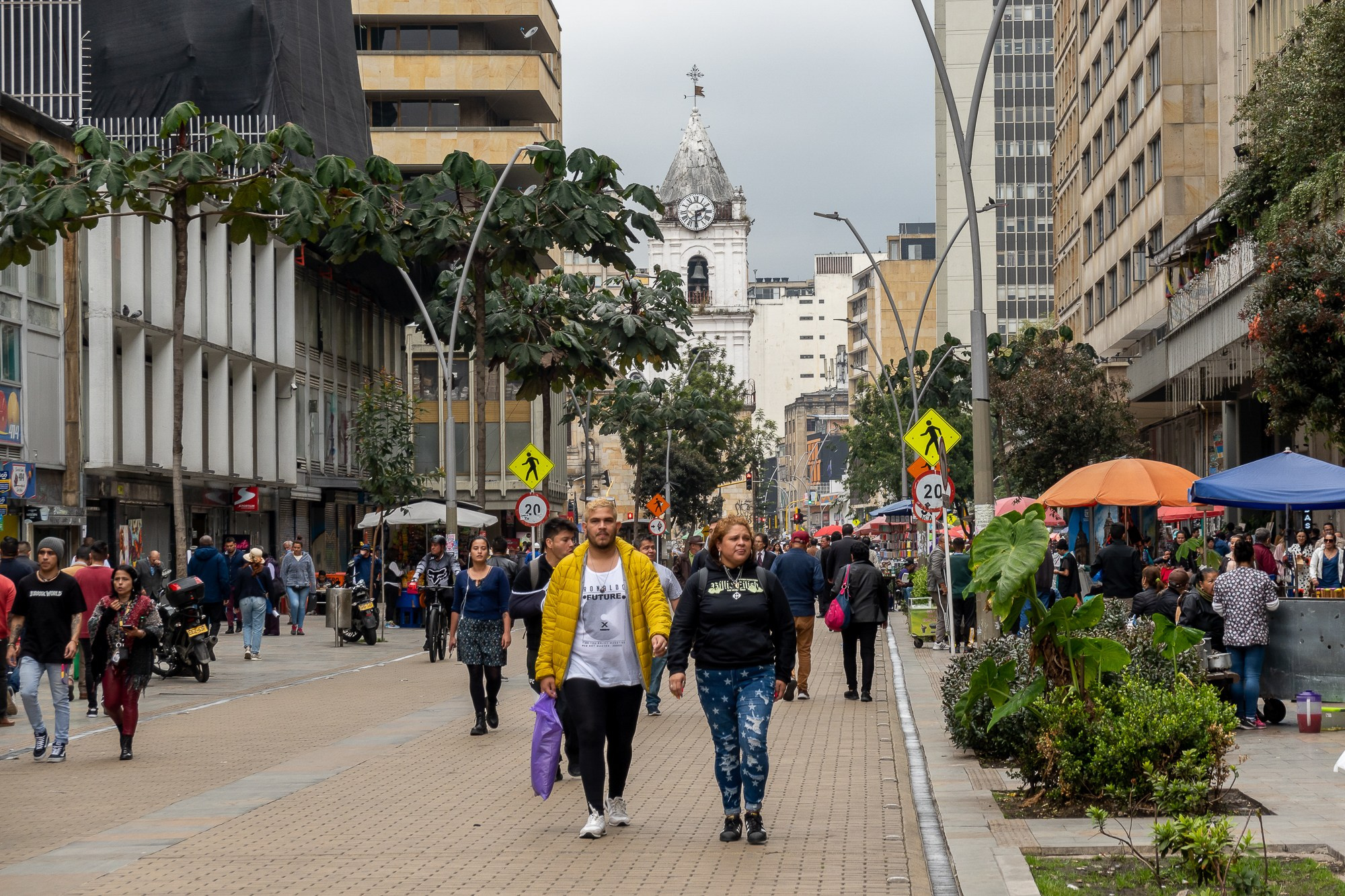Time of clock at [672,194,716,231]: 2:29
